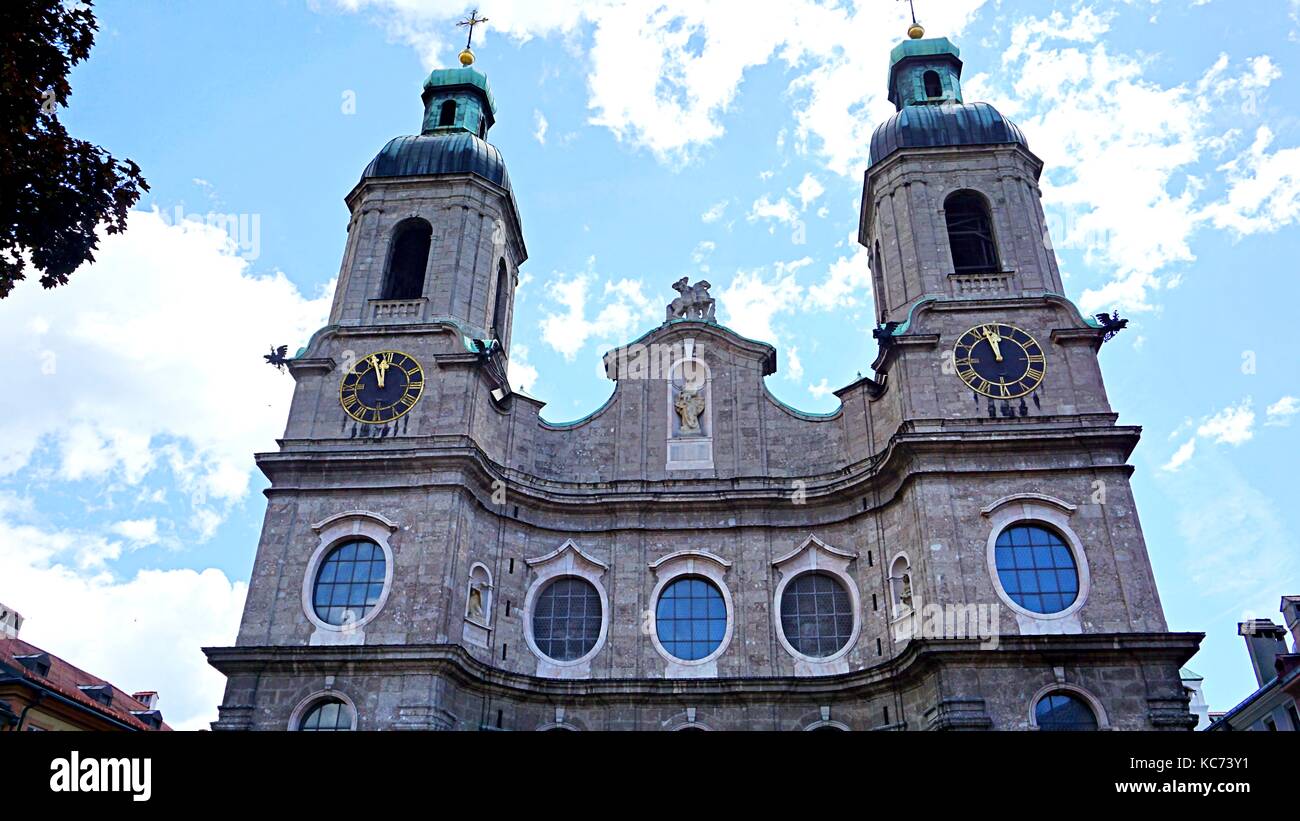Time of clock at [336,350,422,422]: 11:56
